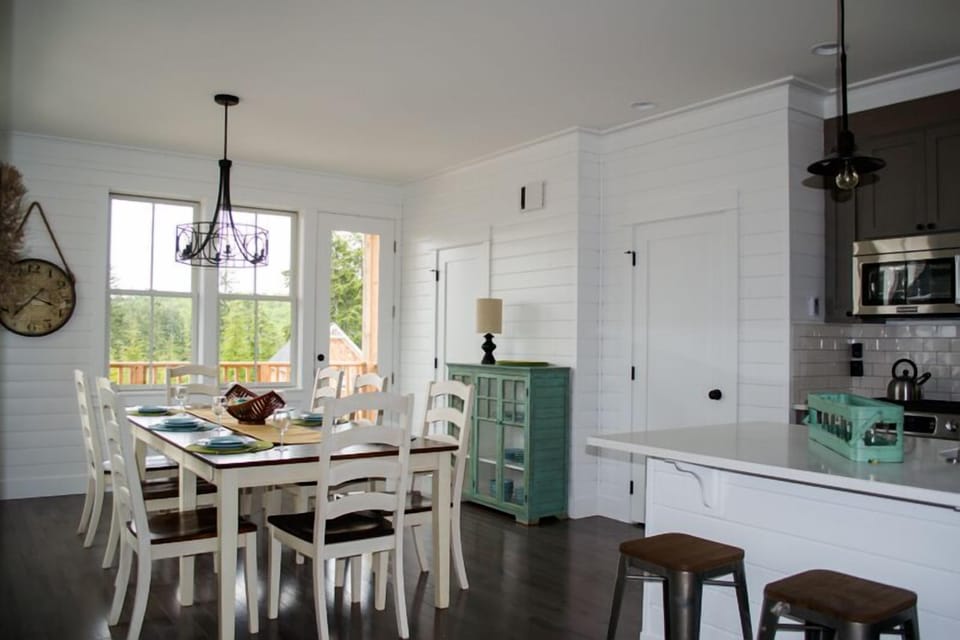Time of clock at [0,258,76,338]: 3:37
